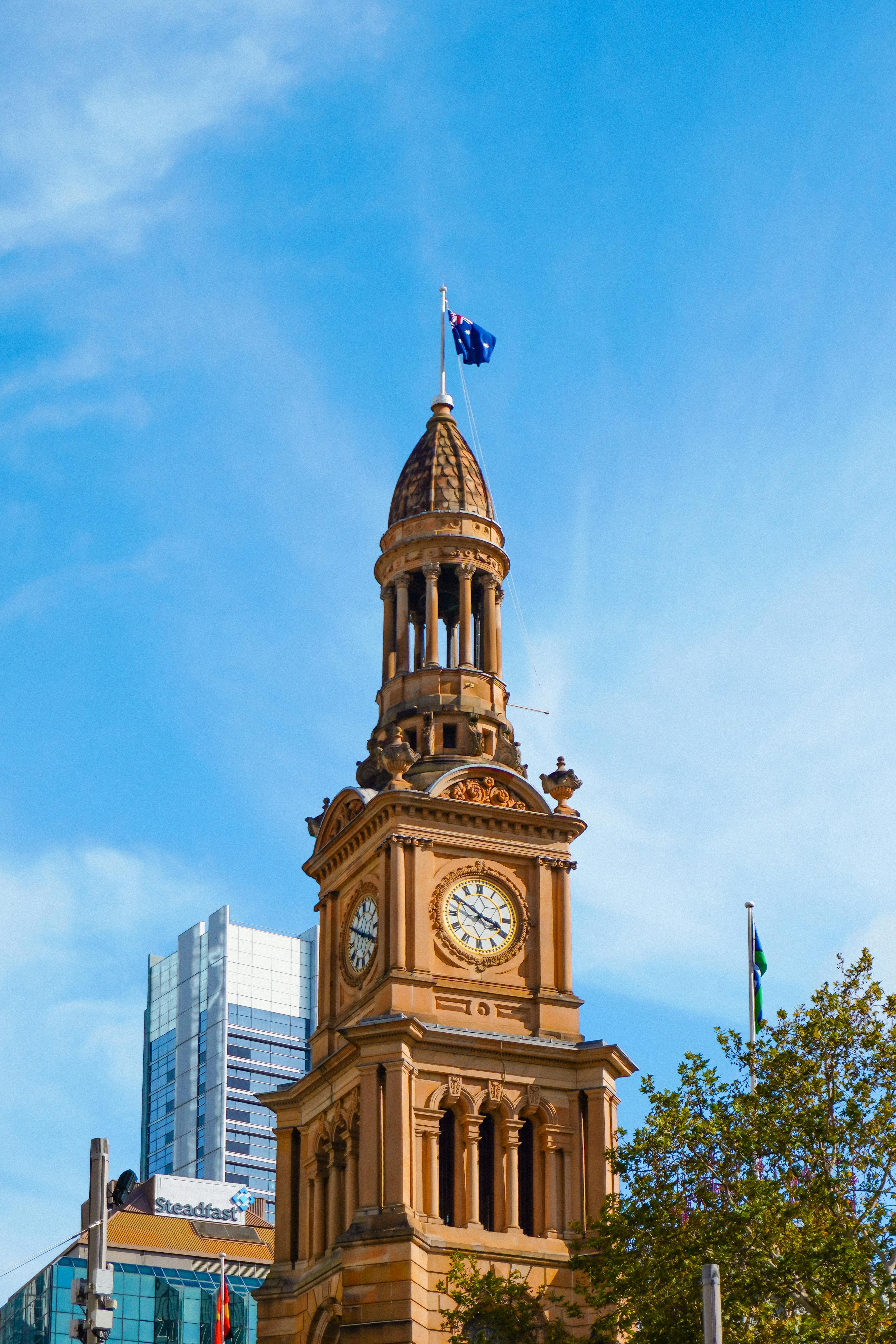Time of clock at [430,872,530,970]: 3:50
